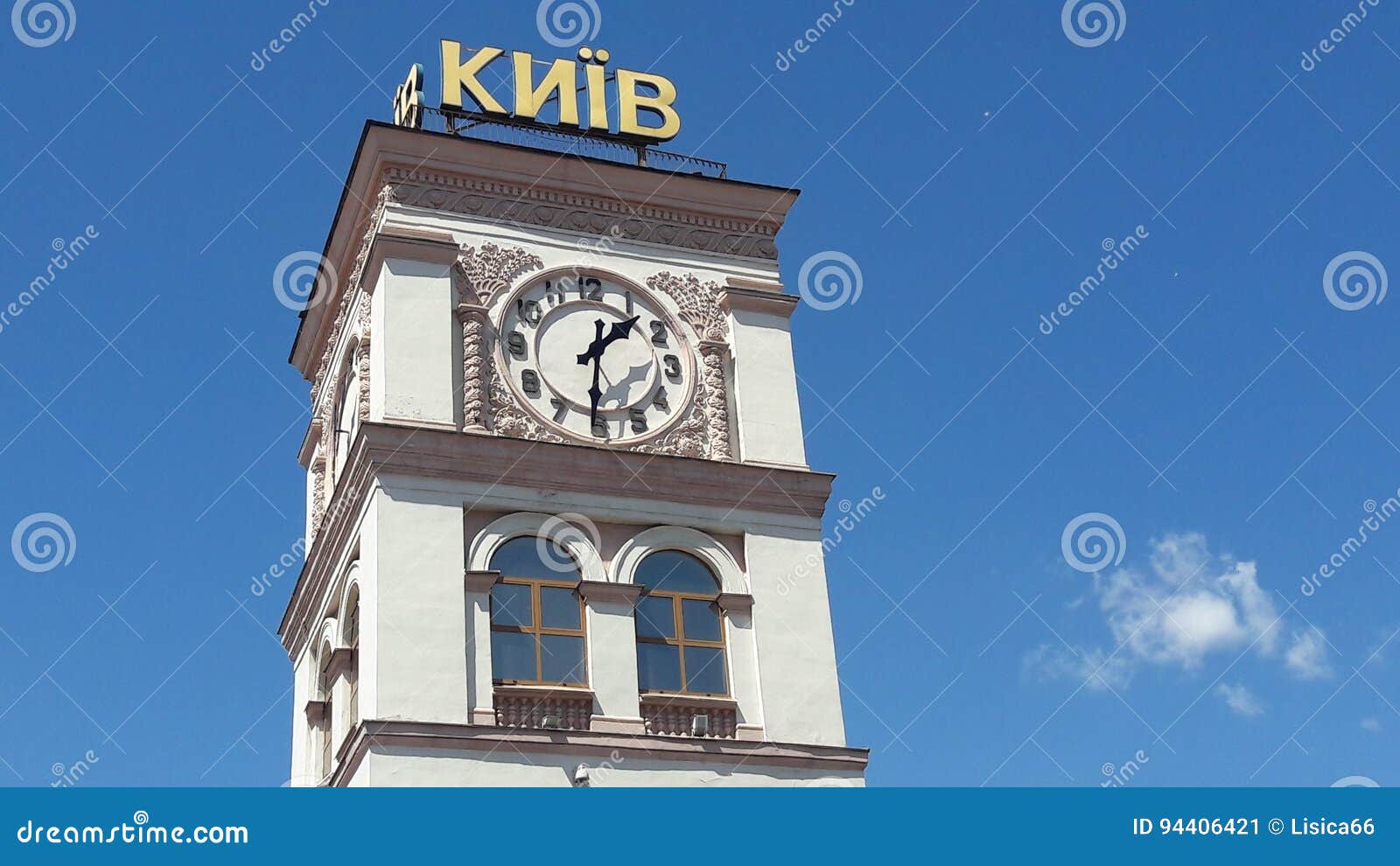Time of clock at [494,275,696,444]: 1:31
